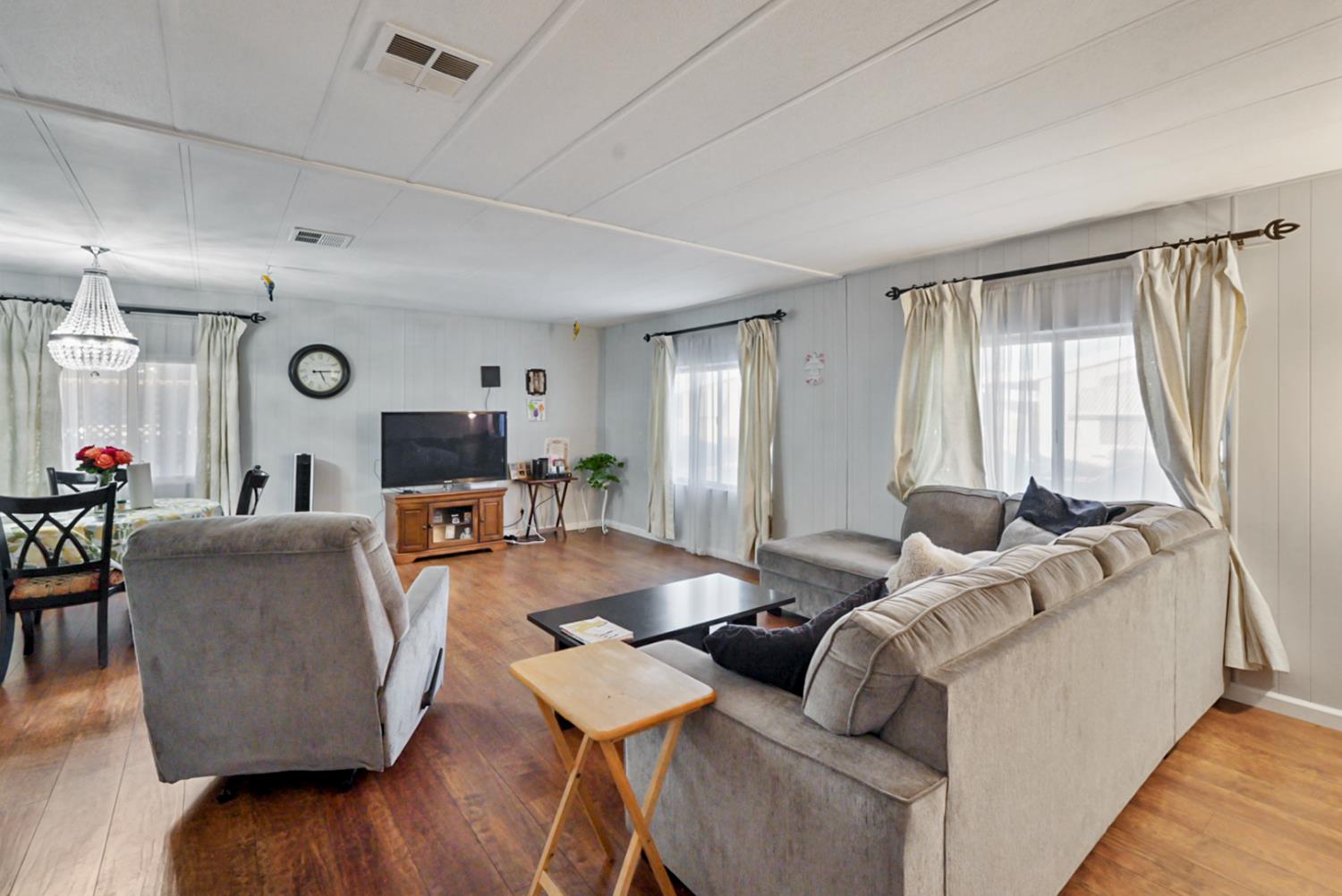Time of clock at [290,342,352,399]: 5:14
